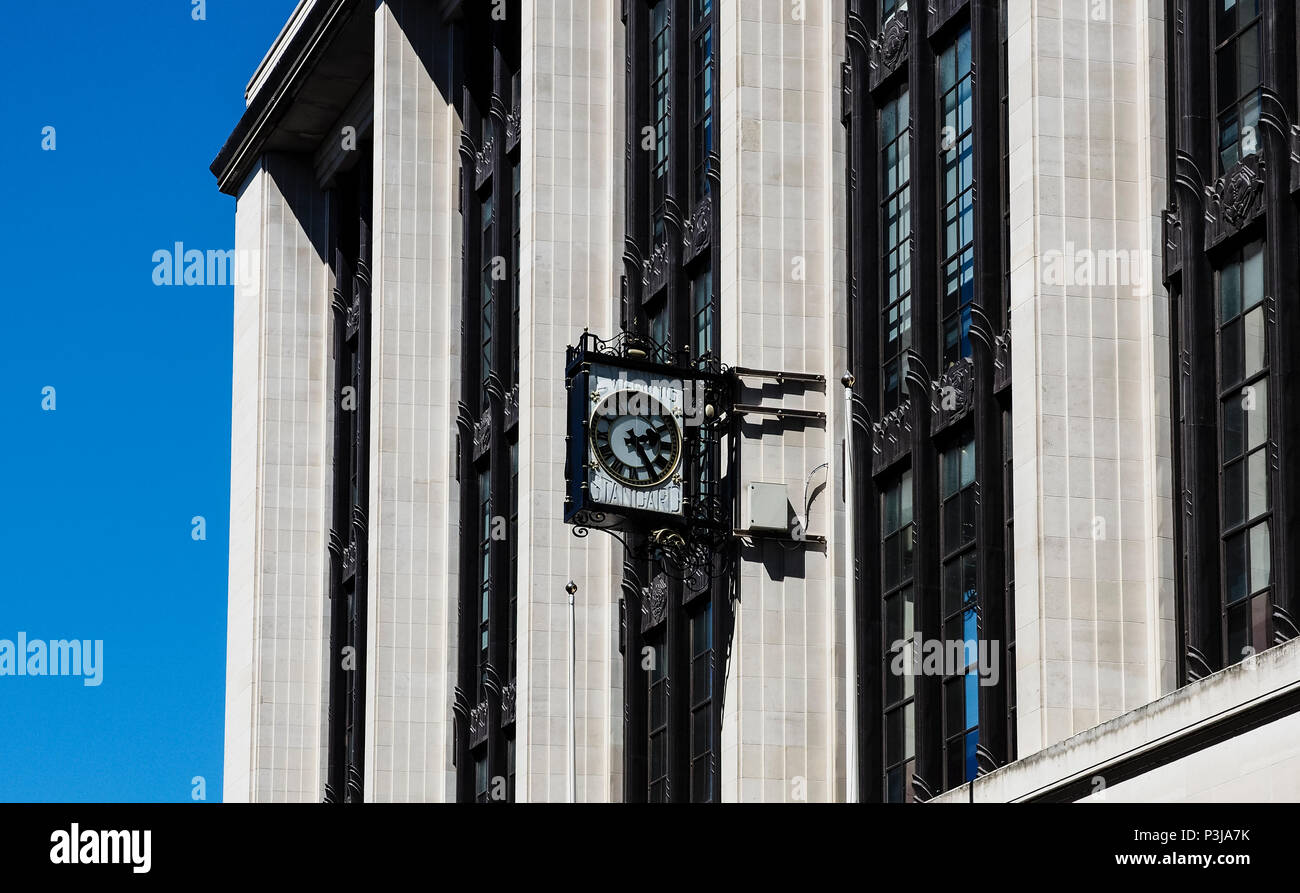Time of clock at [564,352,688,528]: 2:23
